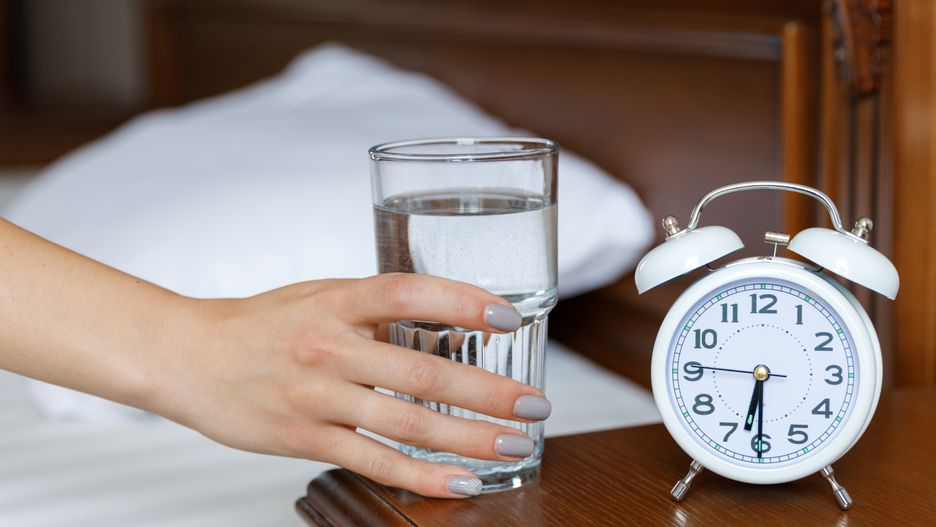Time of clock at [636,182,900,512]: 6:30
